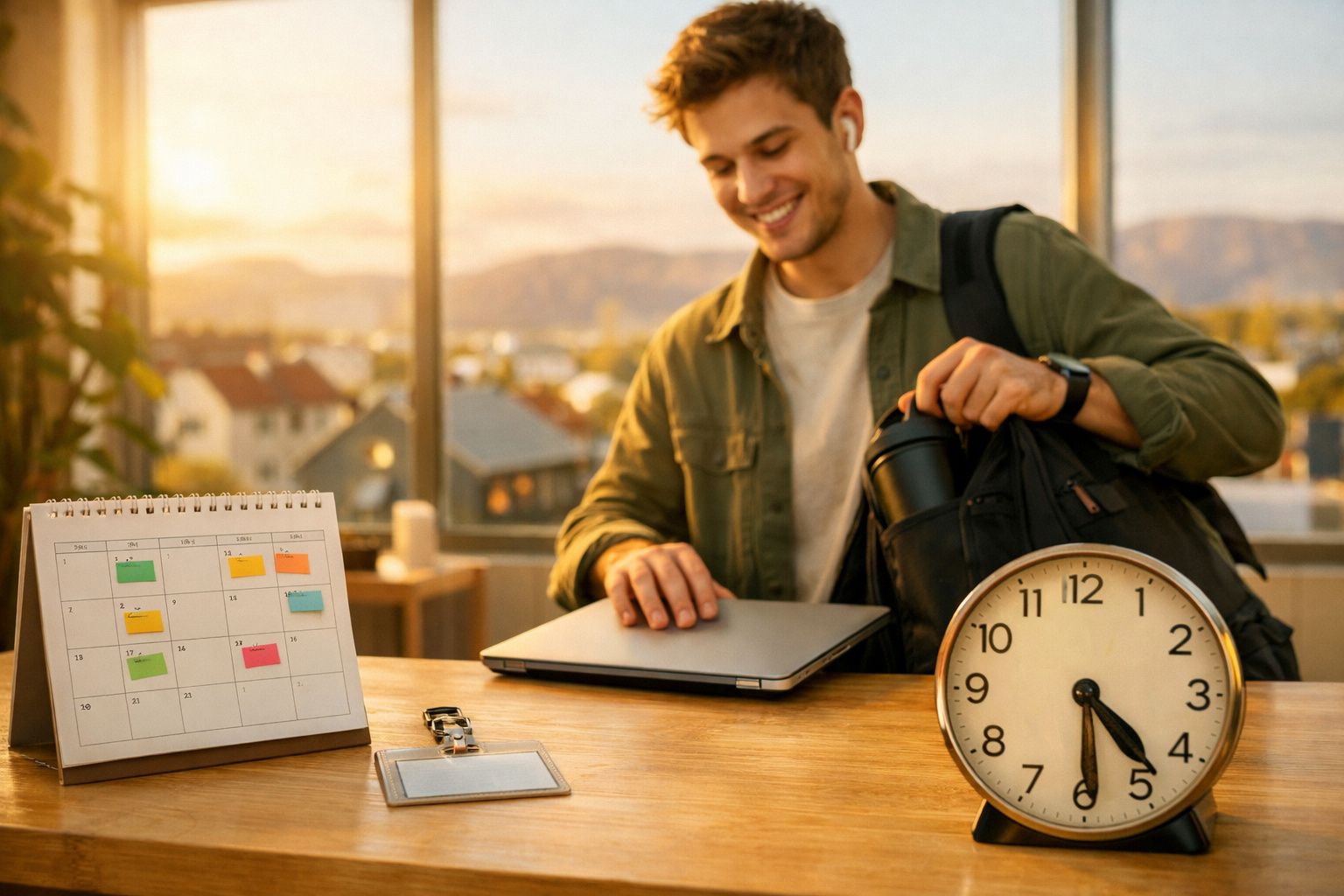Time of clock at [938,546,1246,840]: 4:29
